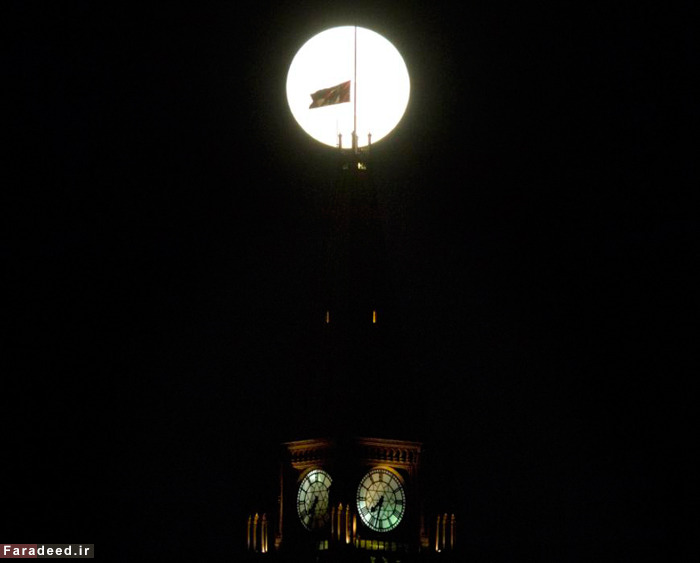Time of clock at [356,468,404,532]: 7:32
